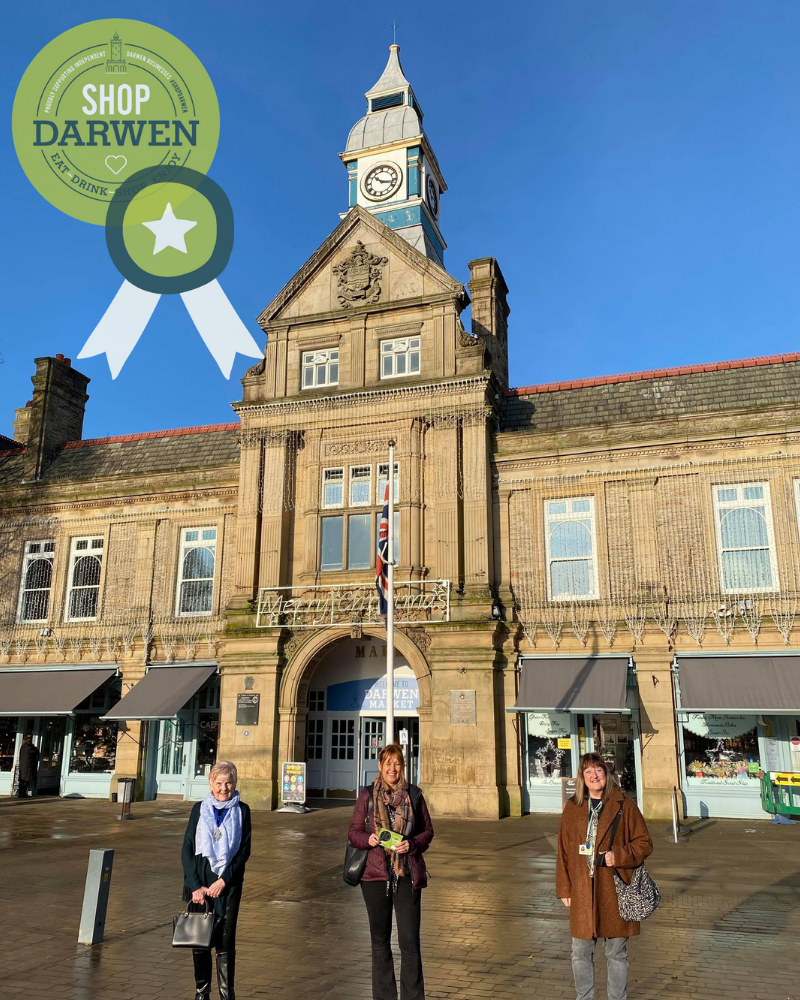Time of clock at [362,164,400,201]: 10:17
